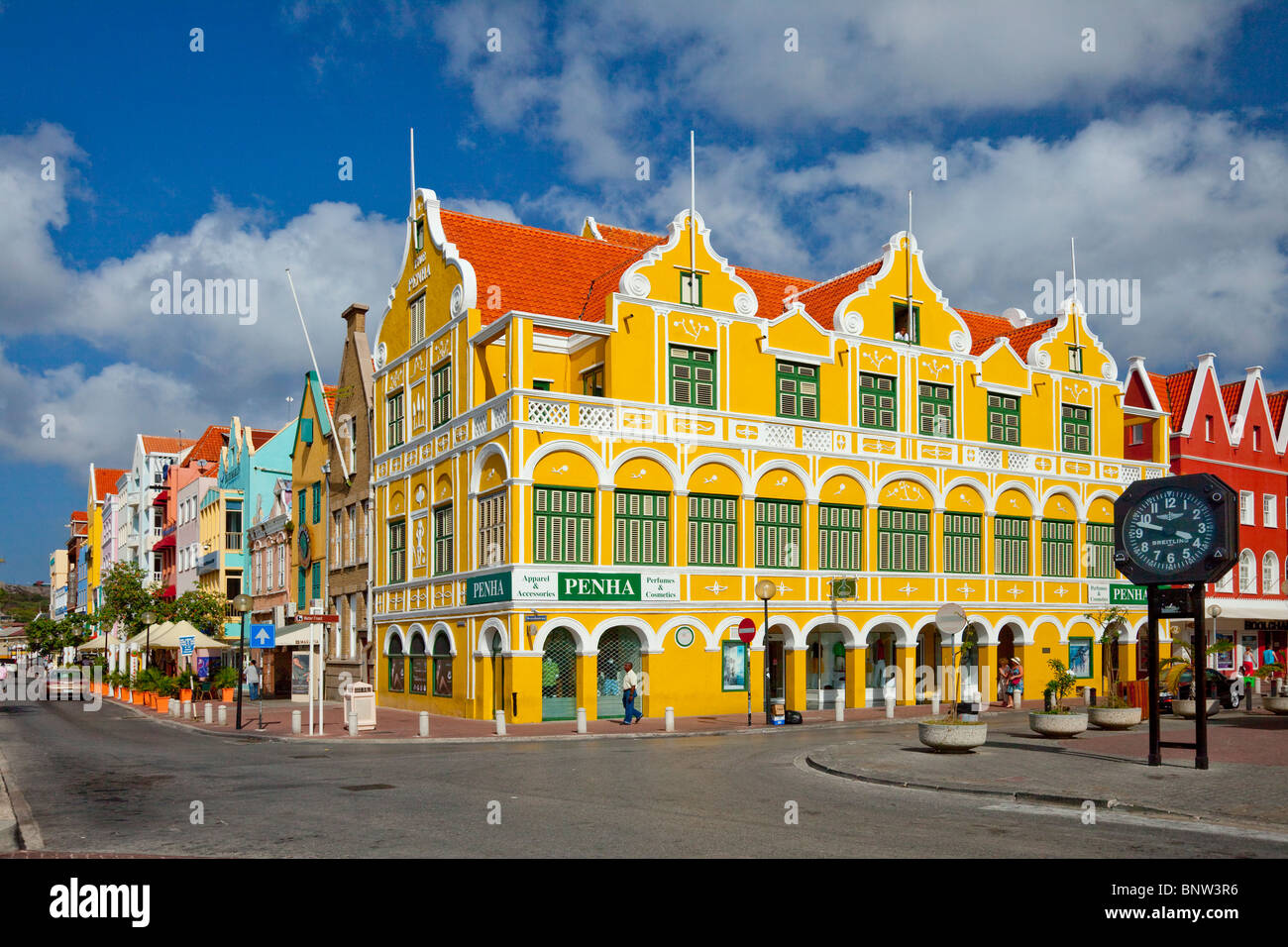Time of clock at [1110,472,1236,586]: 3:47
